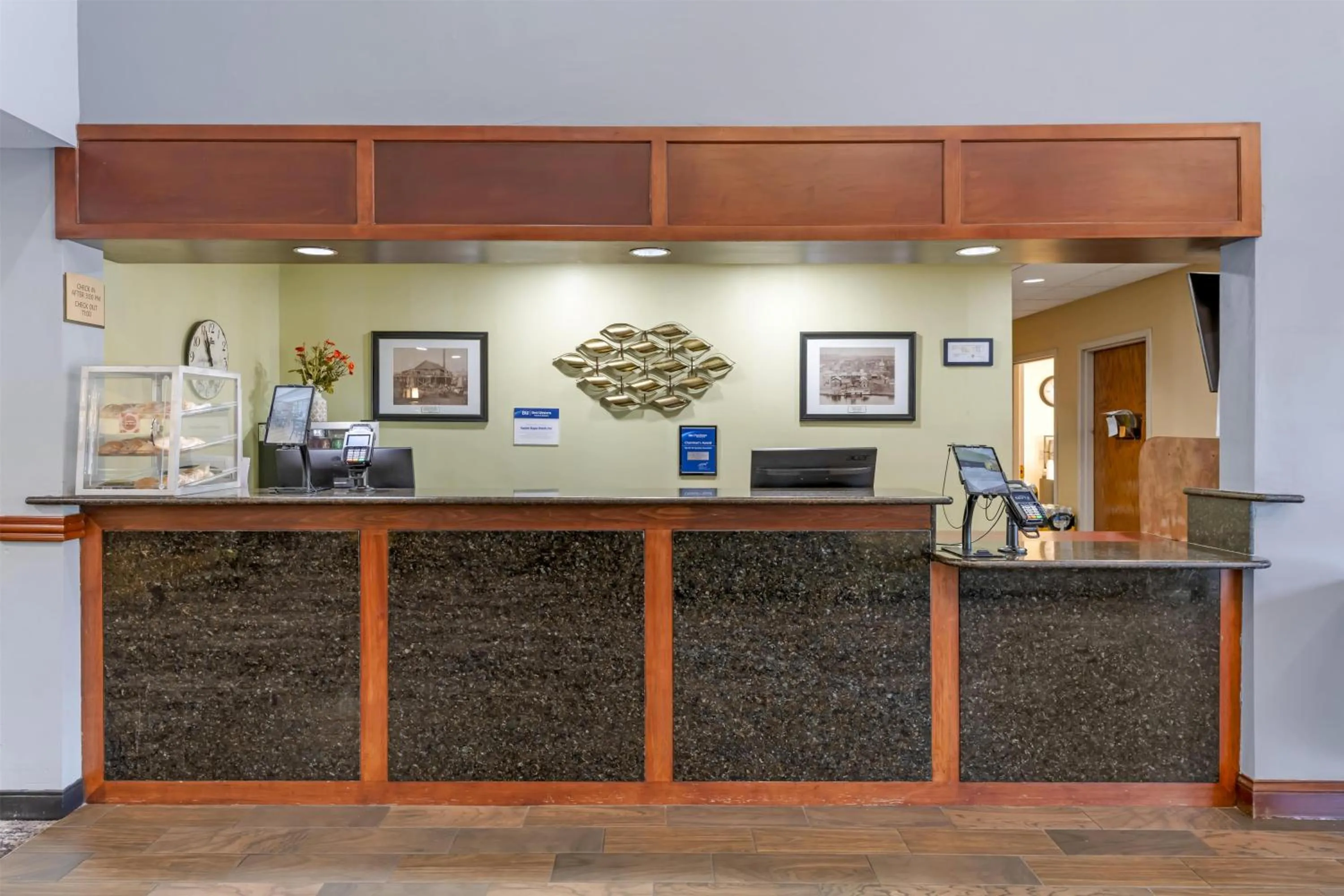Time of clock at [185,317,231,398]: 10:56
